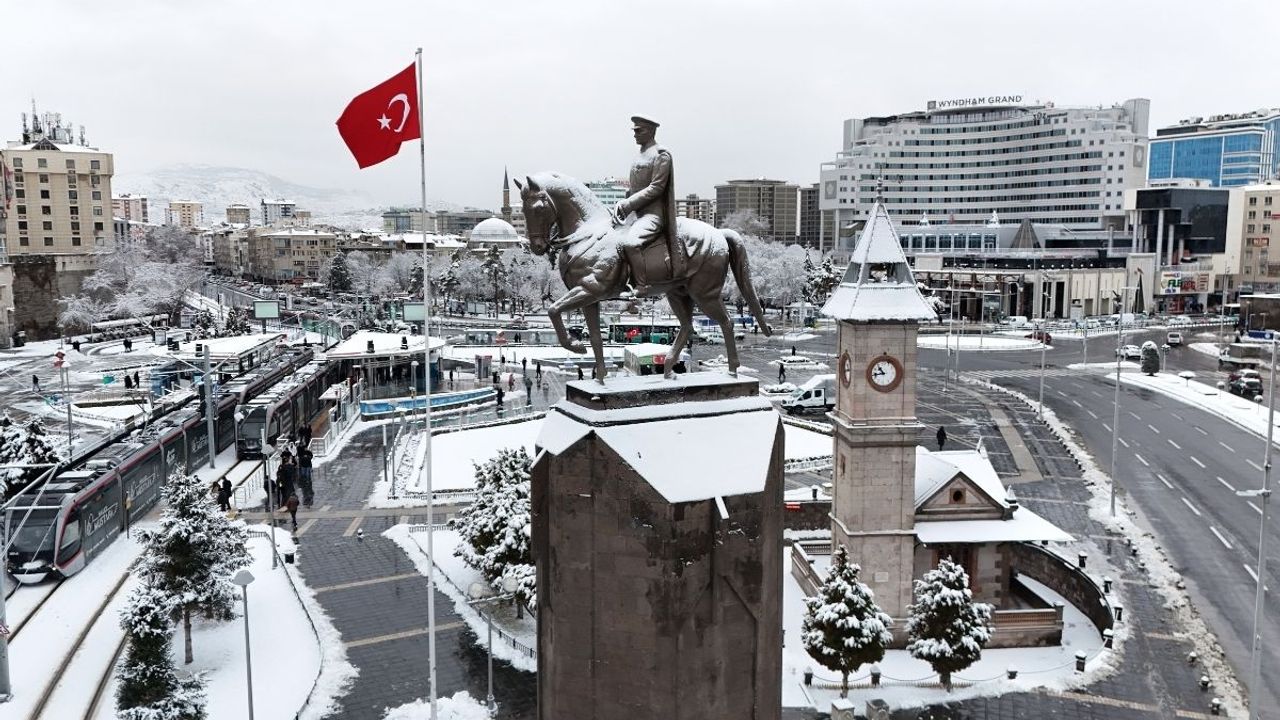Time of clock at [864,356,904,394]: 10:43
